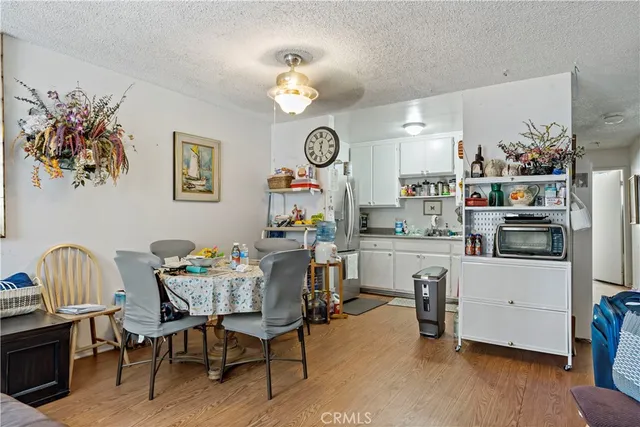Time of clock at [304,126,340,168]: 12:27
